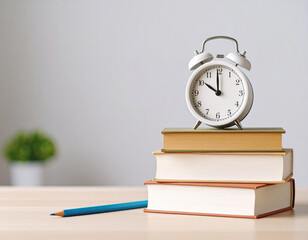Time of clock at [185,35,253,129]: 9:59
